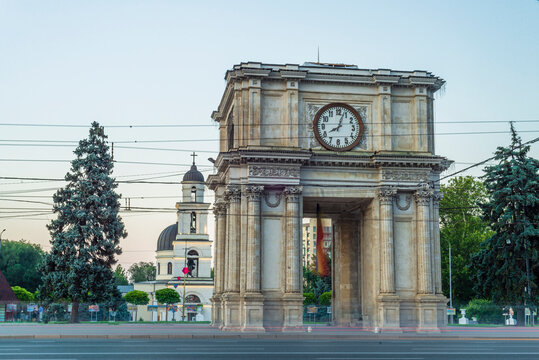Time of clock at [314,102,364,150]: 8:03
